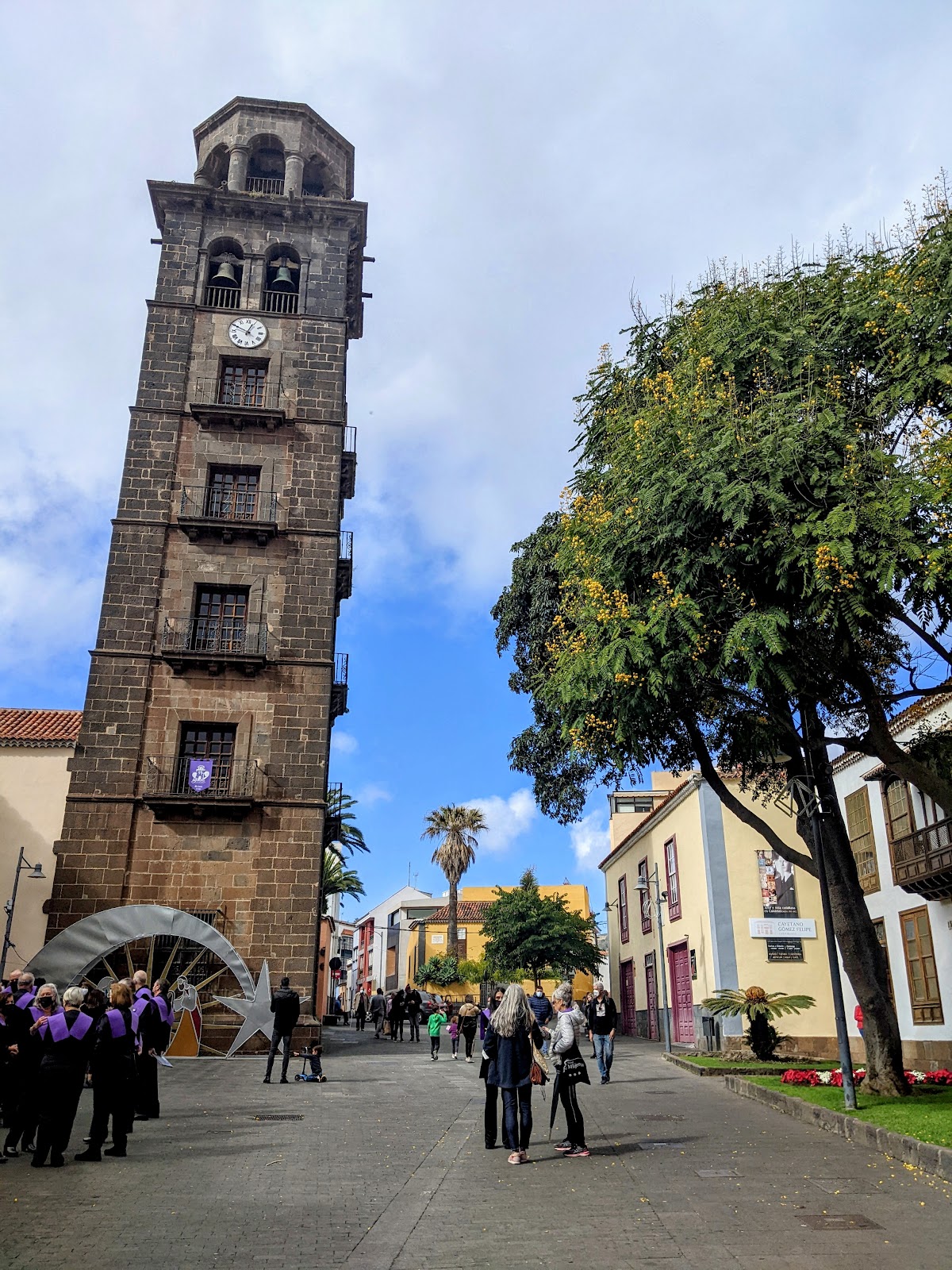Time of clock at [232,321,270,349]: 12:49
